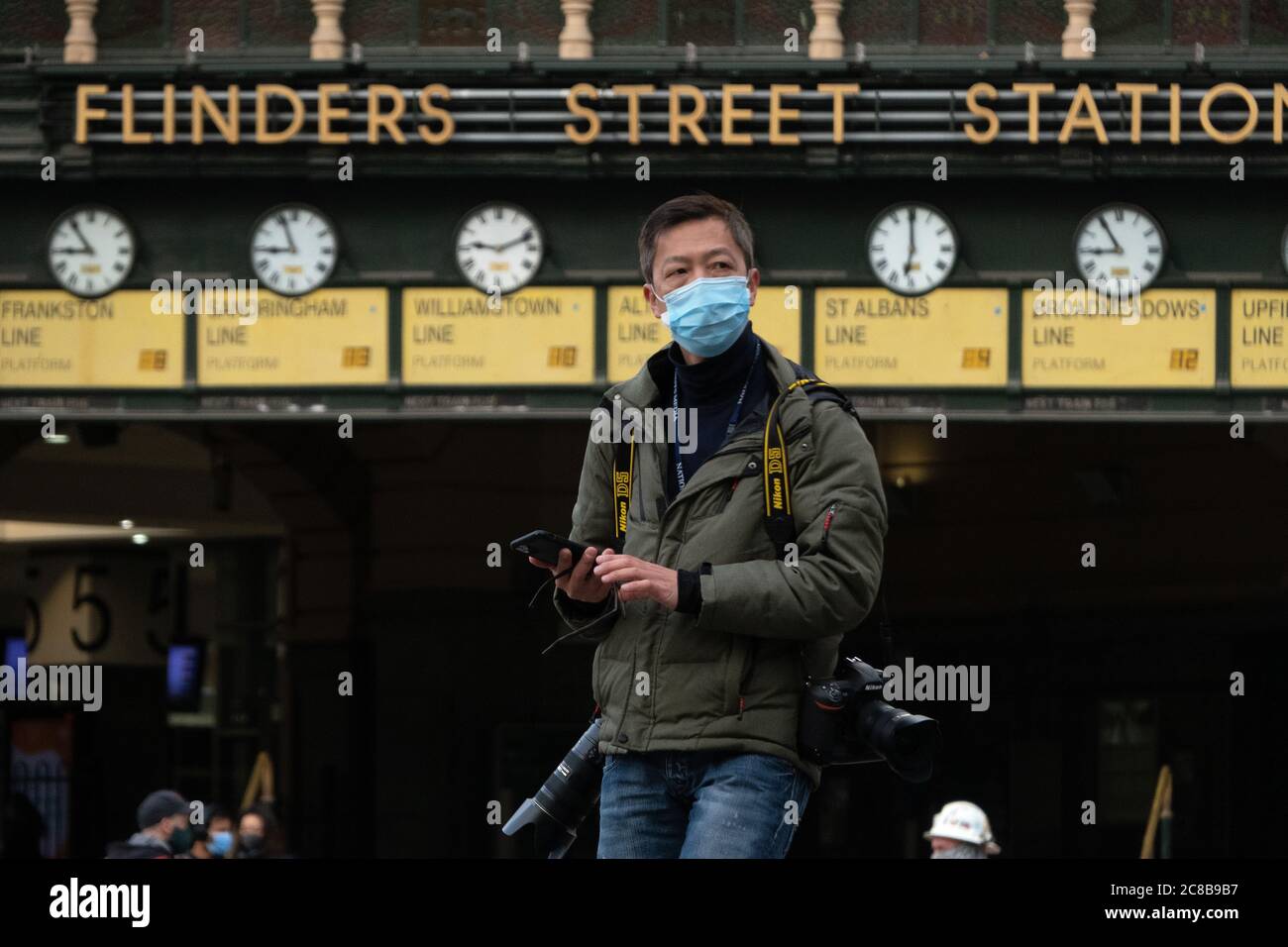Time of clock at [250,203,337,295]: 8:56
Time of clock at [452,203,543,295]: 9:11
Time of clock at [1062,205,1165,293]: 8:54
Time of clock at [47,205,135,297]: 8:53
